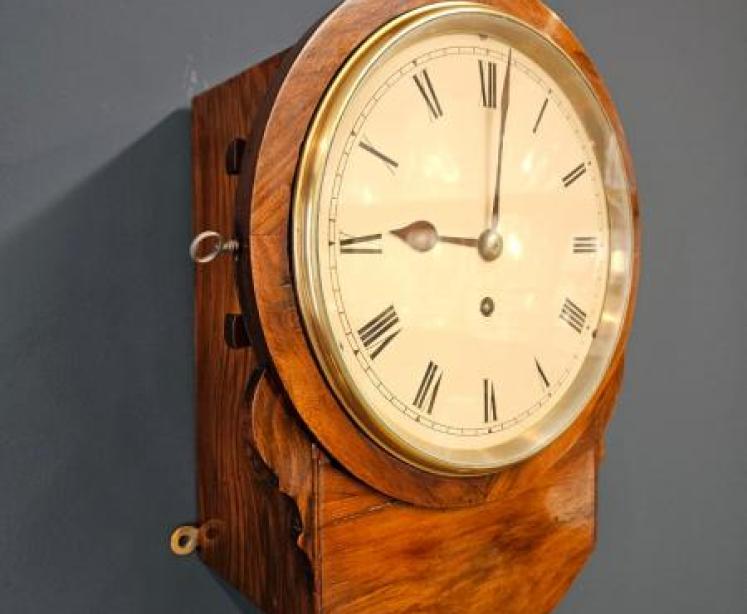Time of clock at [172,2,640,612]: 9:01
